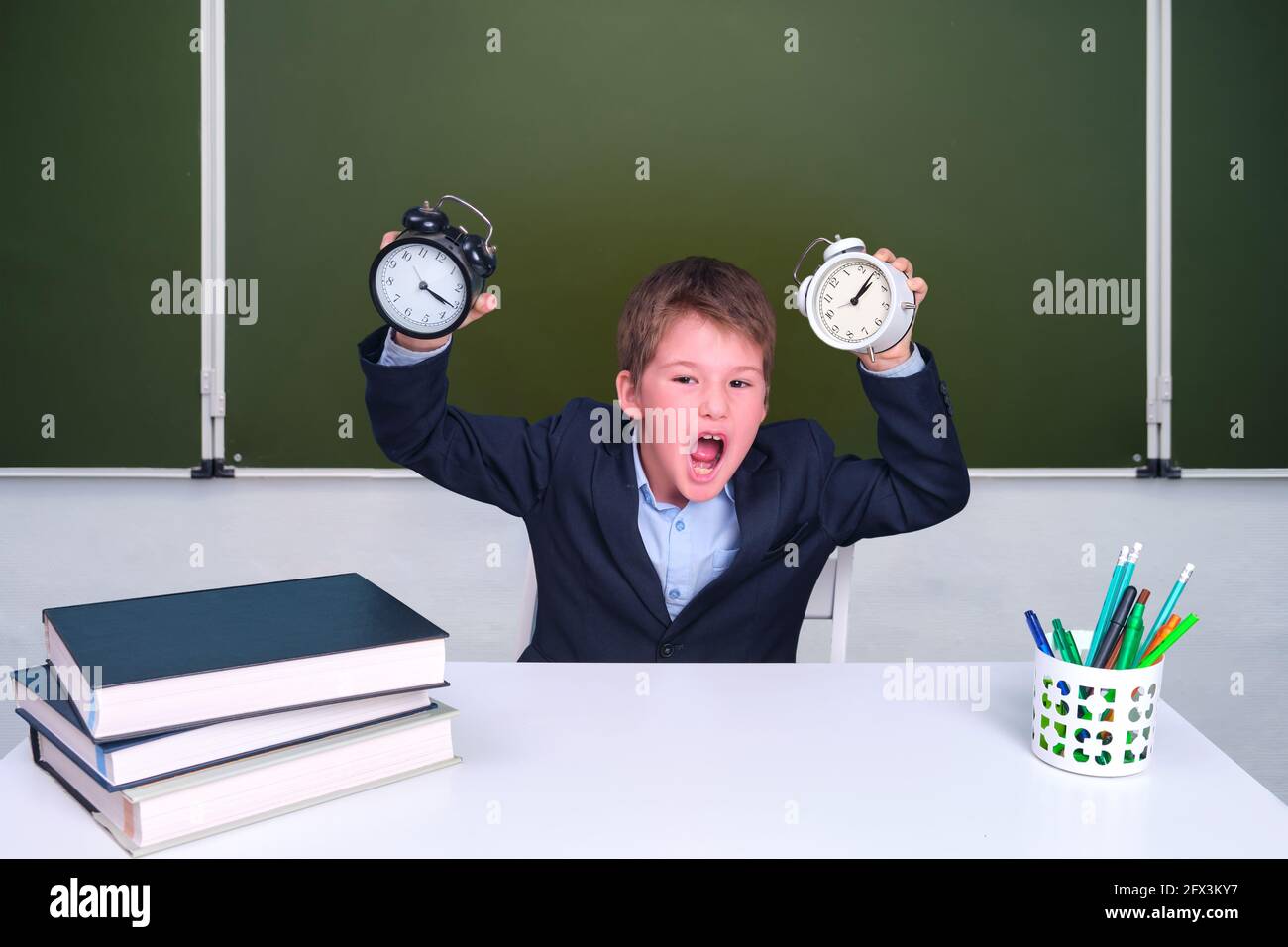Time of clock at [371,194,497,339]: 4:20
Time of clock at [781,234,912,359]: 1:03
